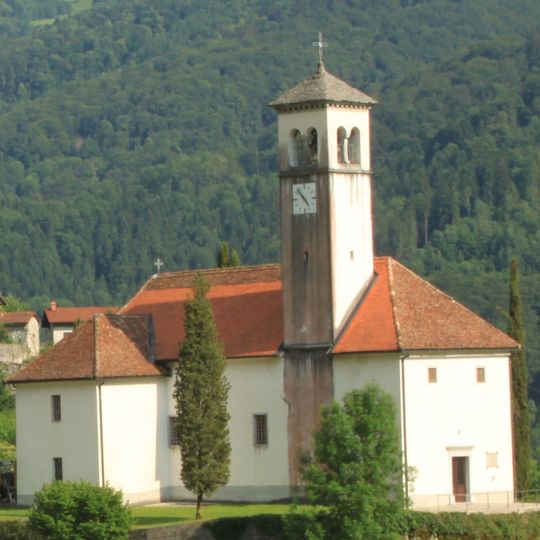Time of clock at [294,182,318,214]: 4:52
